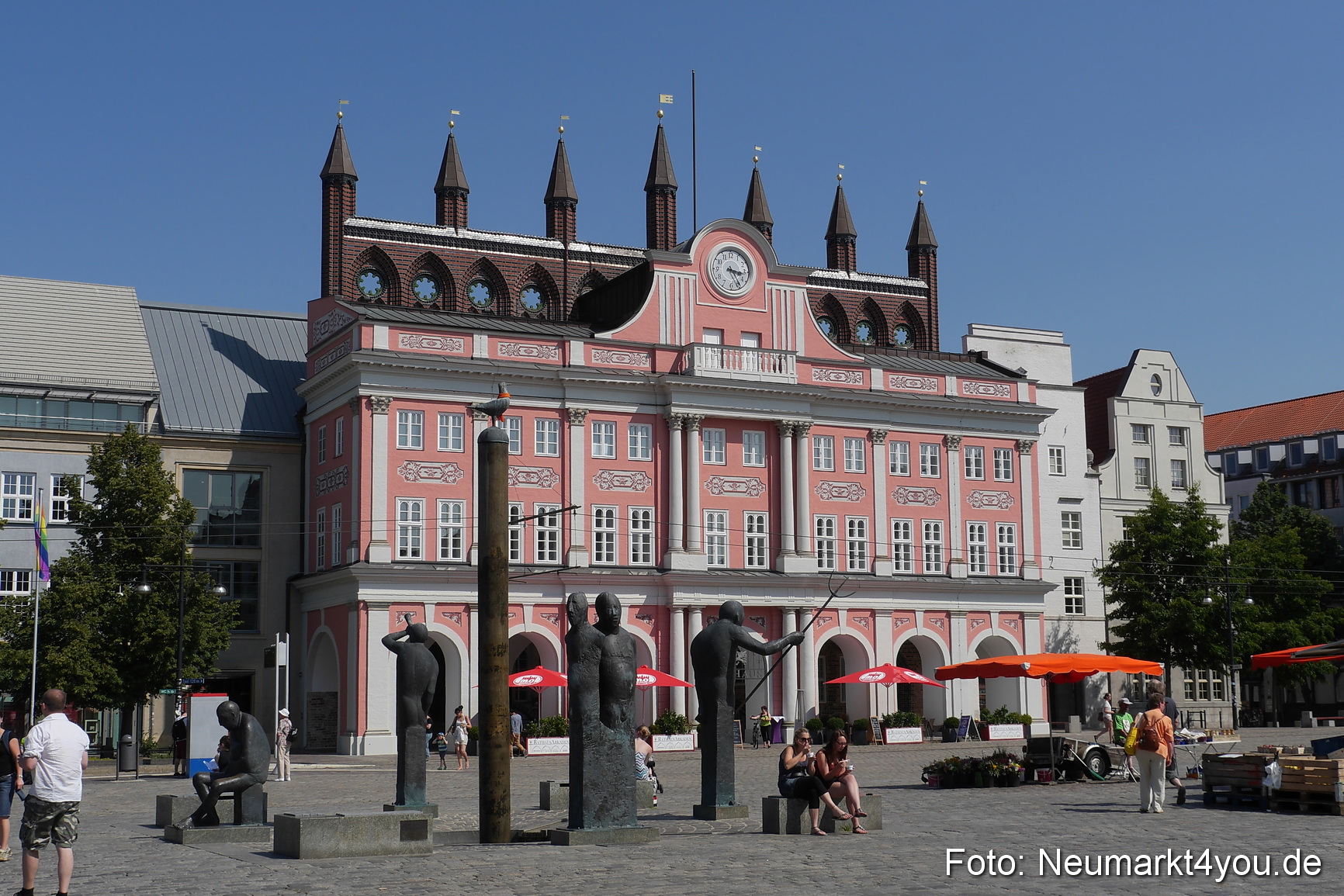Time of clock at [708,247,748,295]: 3:24
